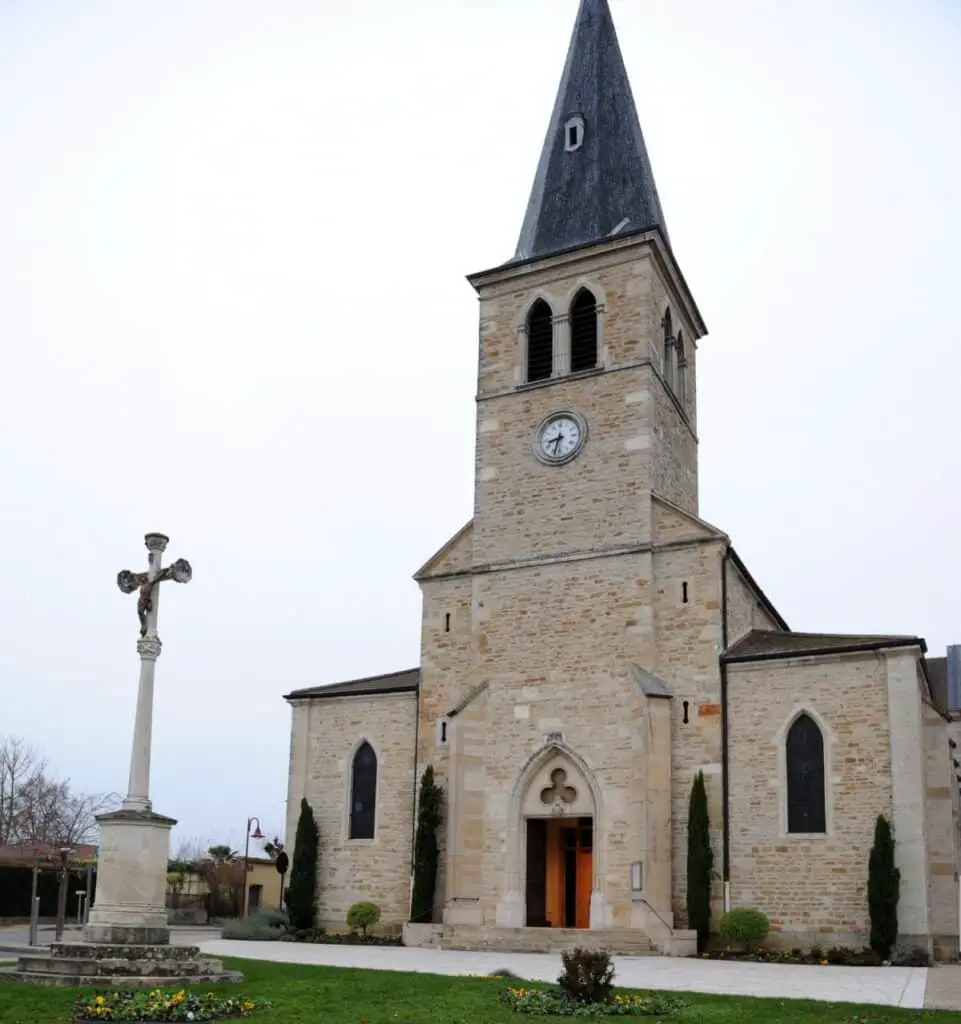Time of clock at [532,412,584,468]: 8:32
